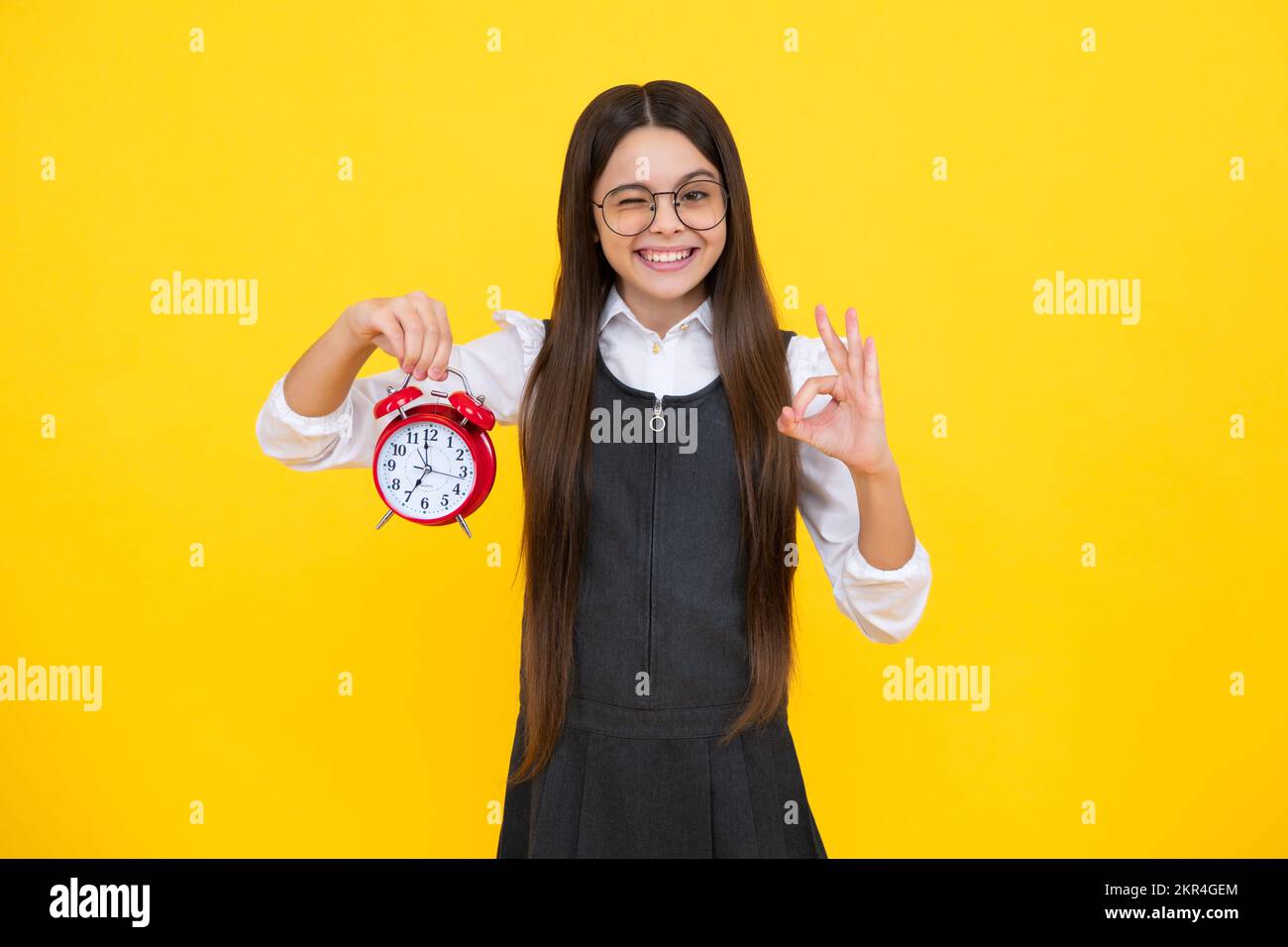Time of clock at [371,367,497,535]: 6:58
